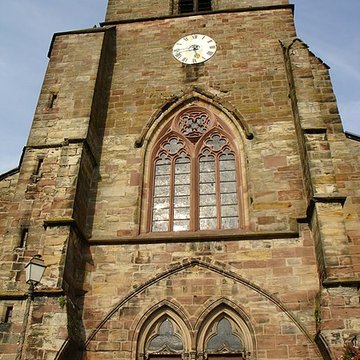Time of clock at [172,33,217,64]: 8:27
